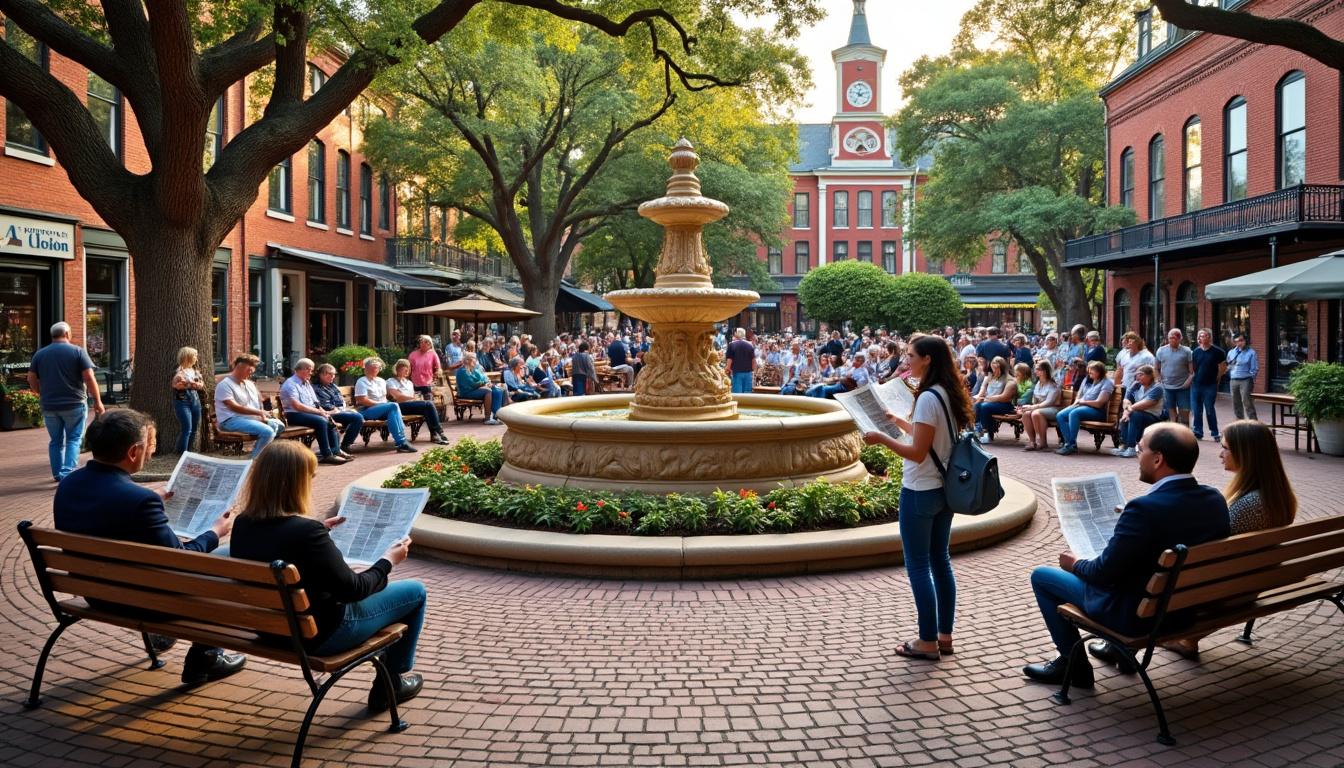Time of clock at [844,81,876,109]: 12:12
